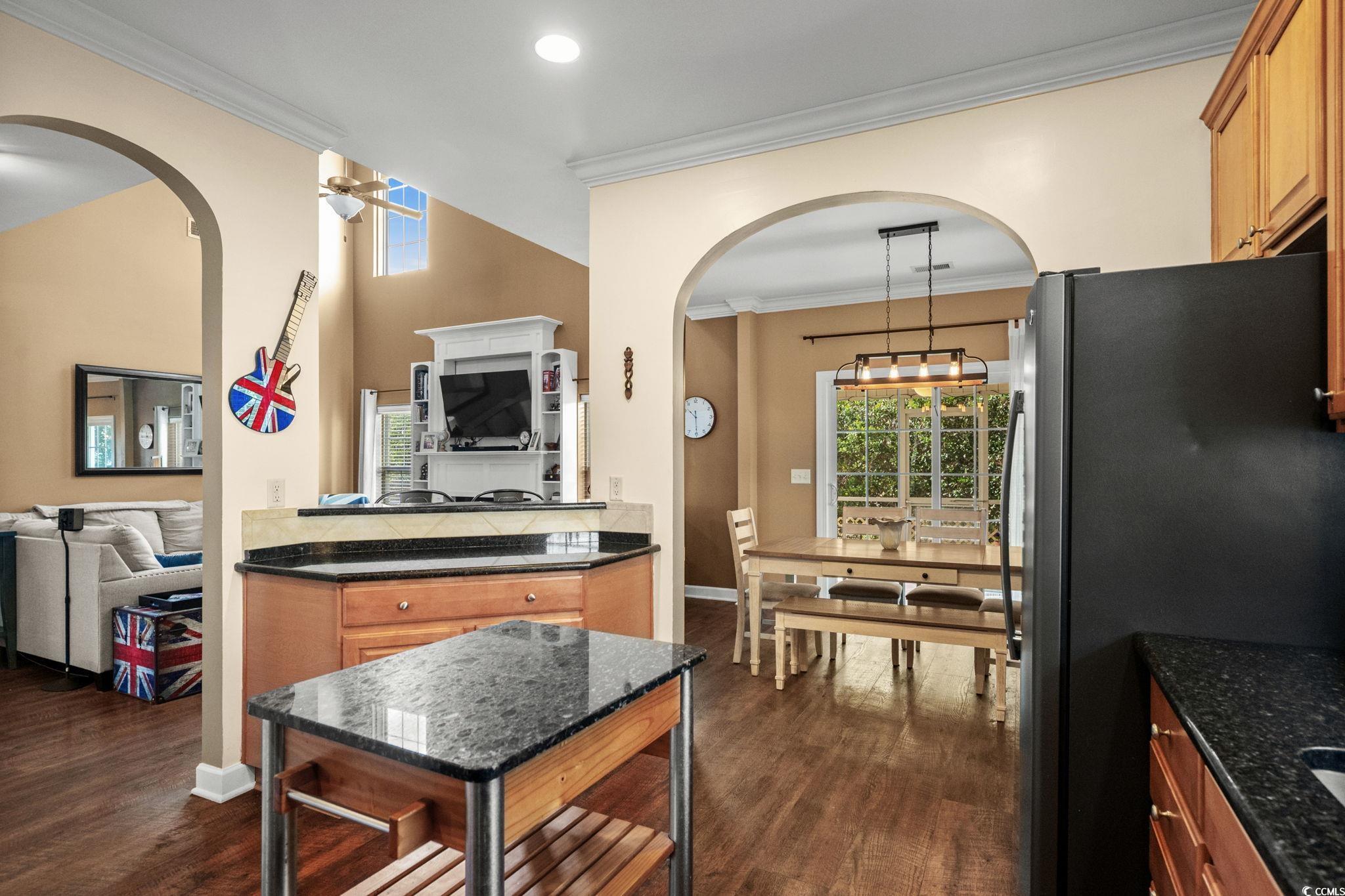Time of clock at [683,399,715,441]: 10:29
